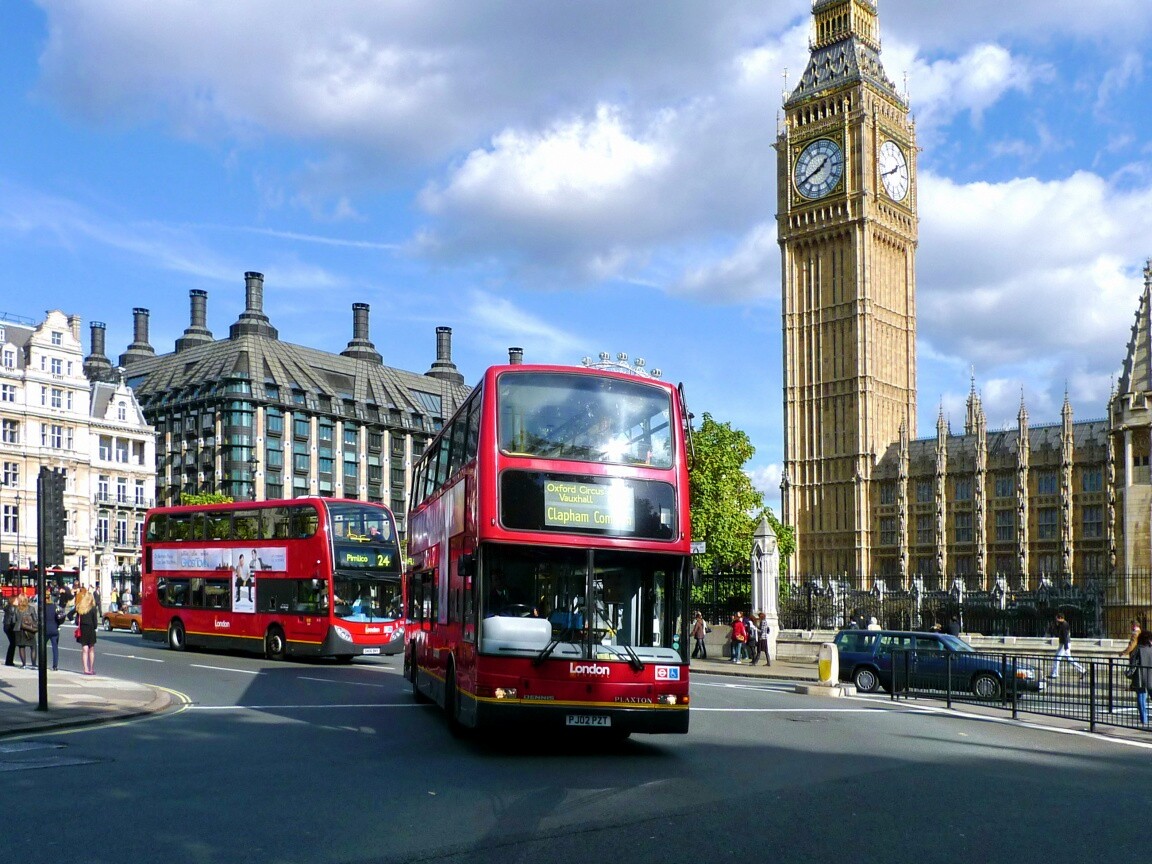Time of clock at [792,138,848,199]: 1:41
